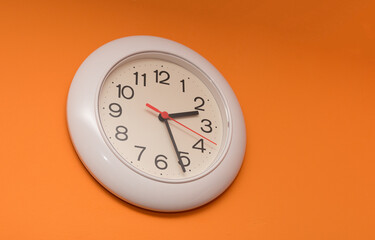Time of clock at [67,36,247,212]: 2:26
